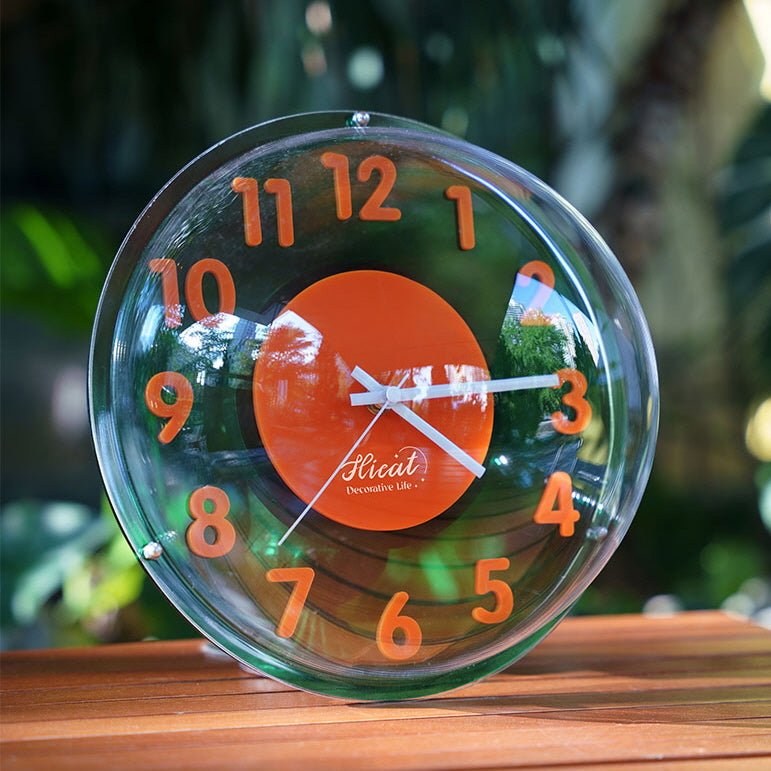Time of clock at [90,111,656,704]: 4:14
